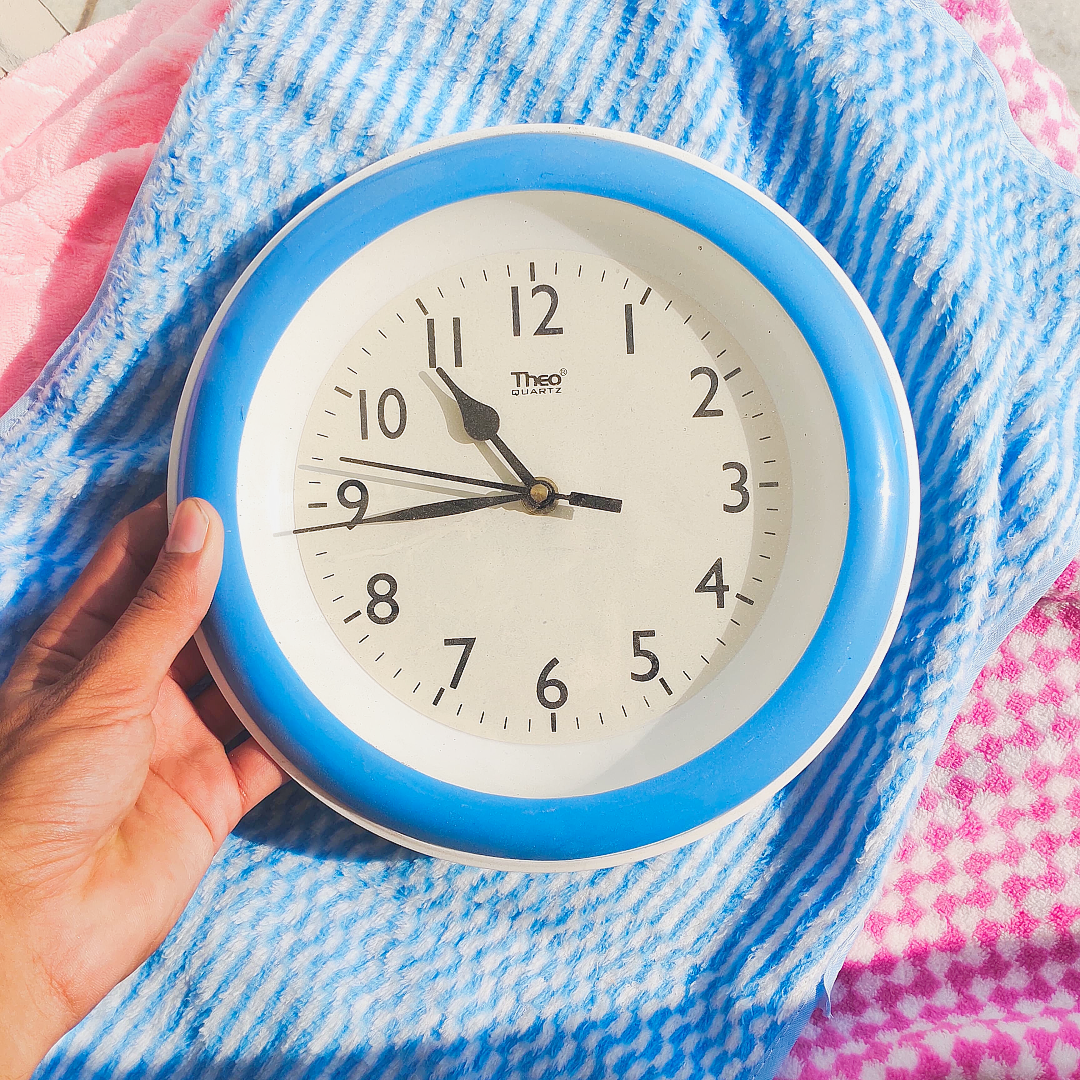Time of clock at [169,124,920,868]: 10:43
